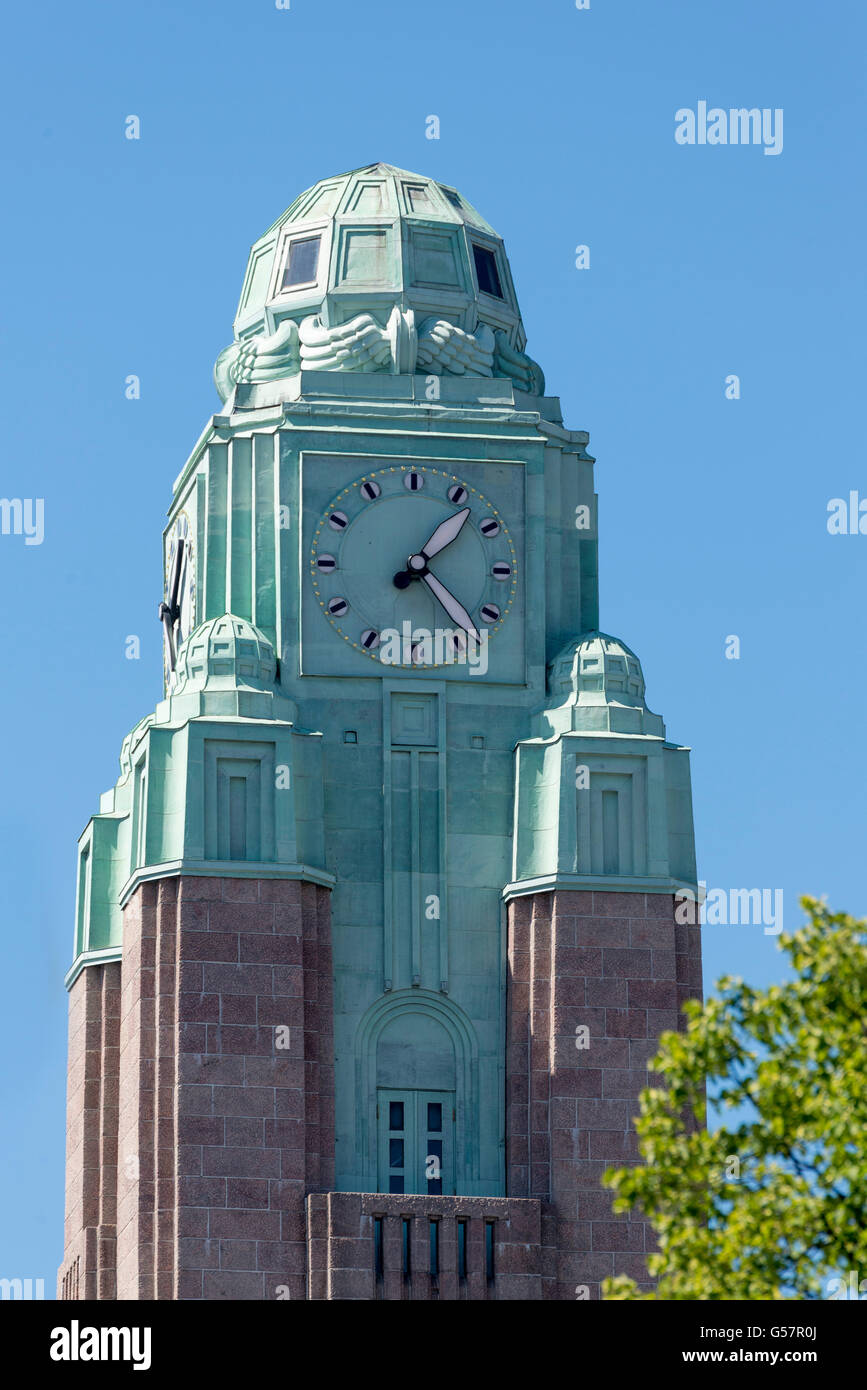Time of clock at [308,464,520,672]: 1:23
